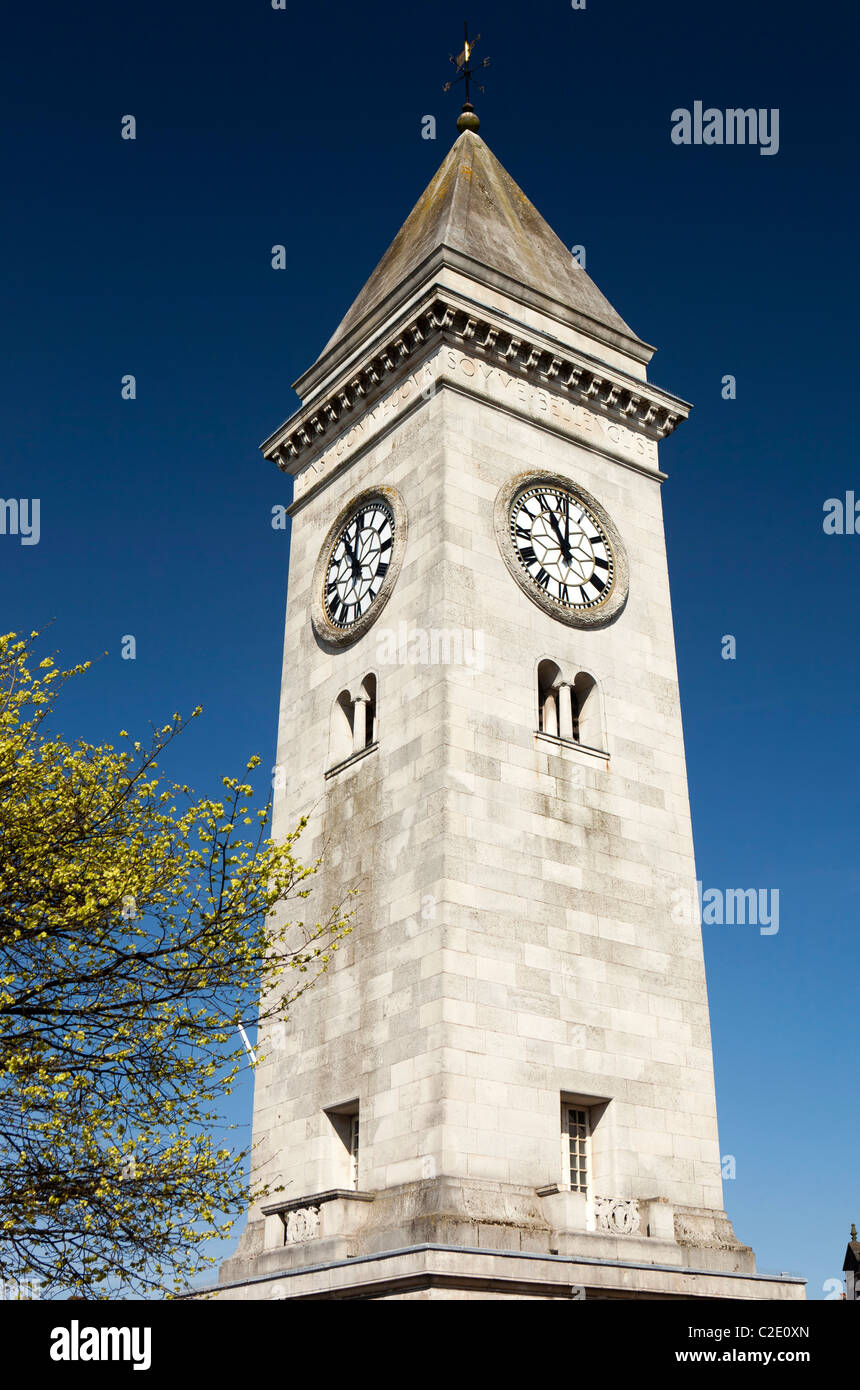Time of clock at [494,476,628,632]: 11:00
